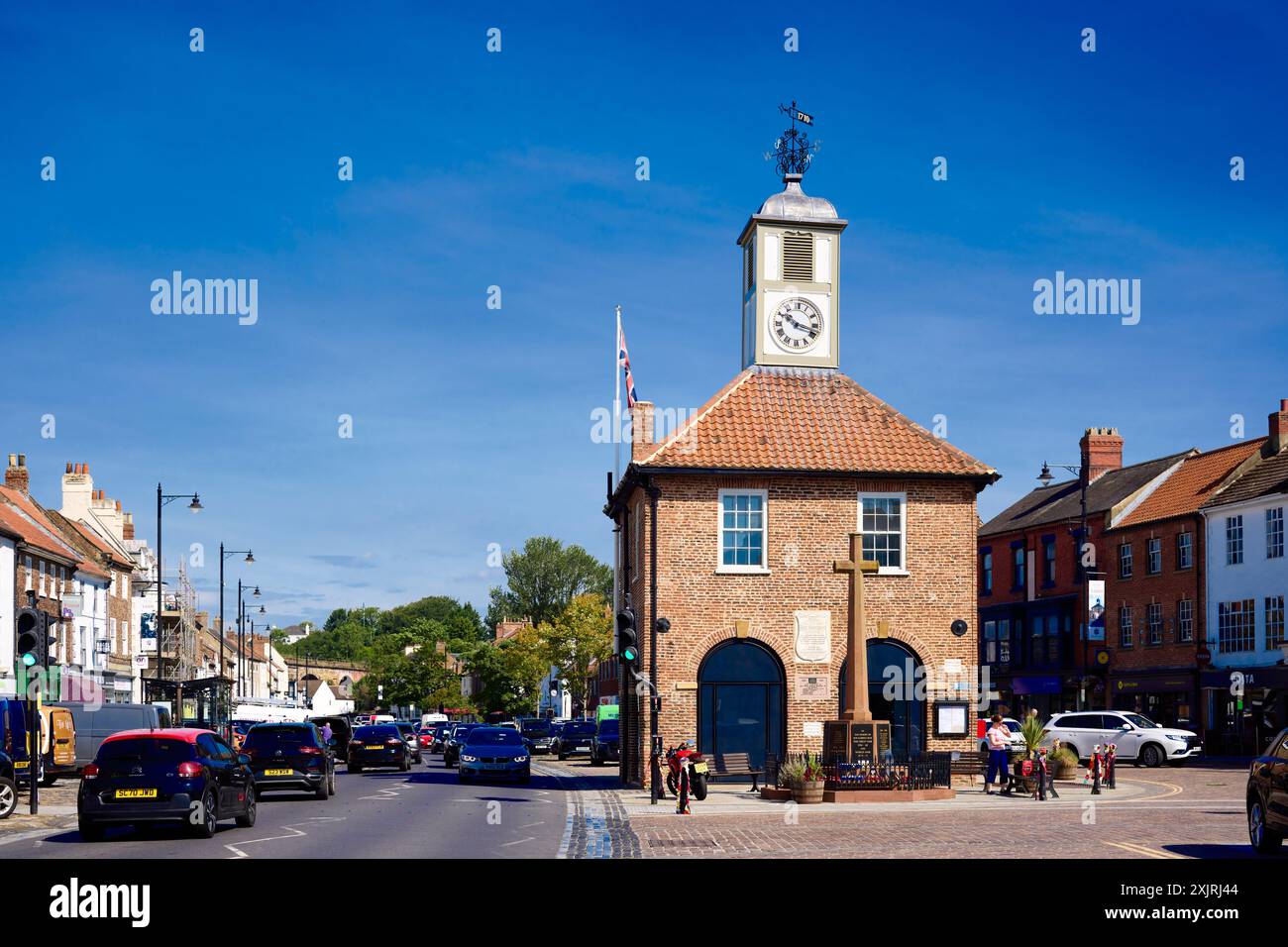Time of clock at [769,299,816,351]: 10:17
